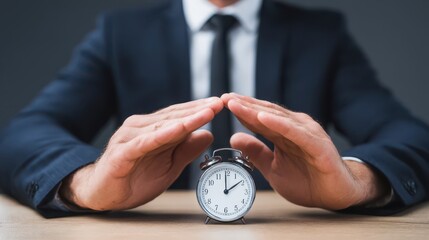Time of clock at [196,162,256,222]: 1:59
